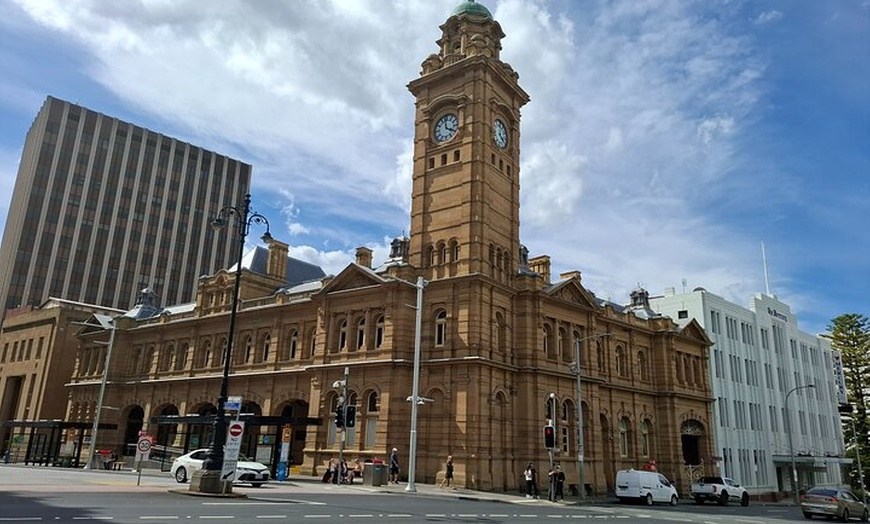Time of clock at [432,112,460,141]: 3:58
